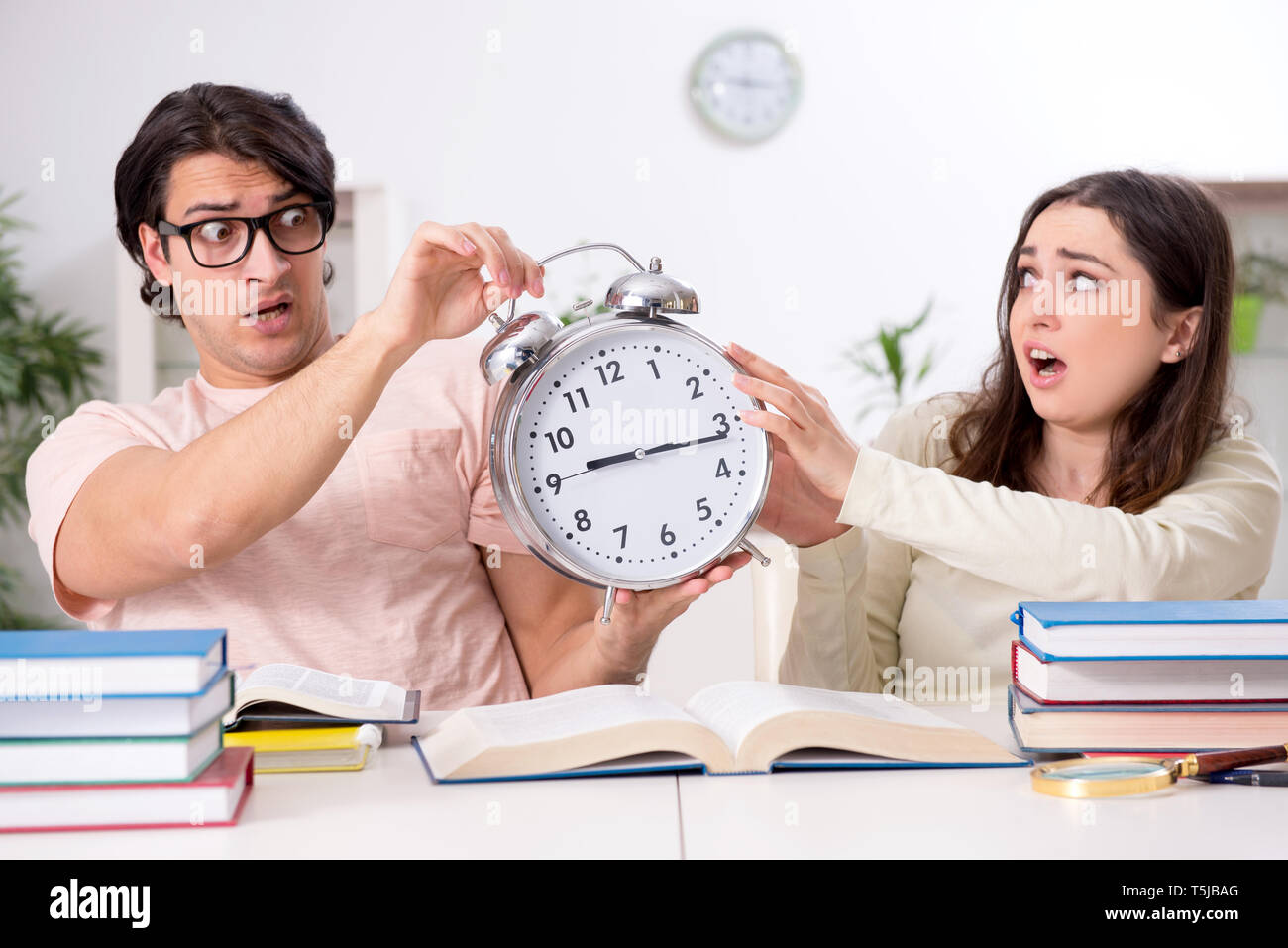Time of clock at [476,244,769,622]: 9:16
